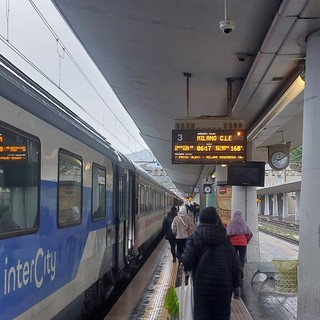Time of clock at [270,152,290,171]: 9:09
